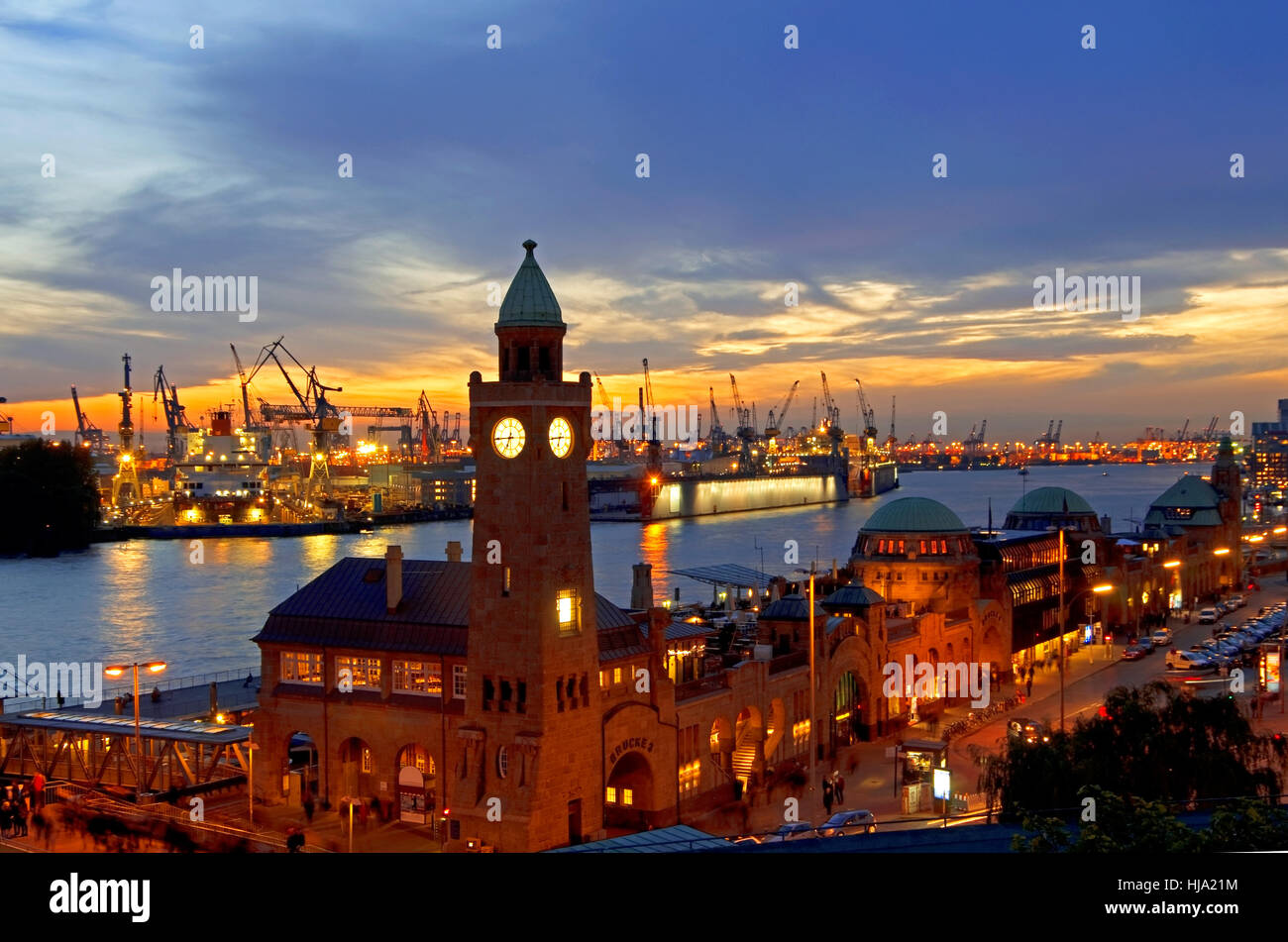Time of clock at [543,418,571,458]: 6:43
